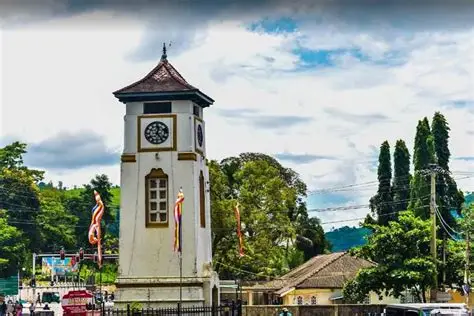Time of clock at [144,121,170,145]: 12:23
